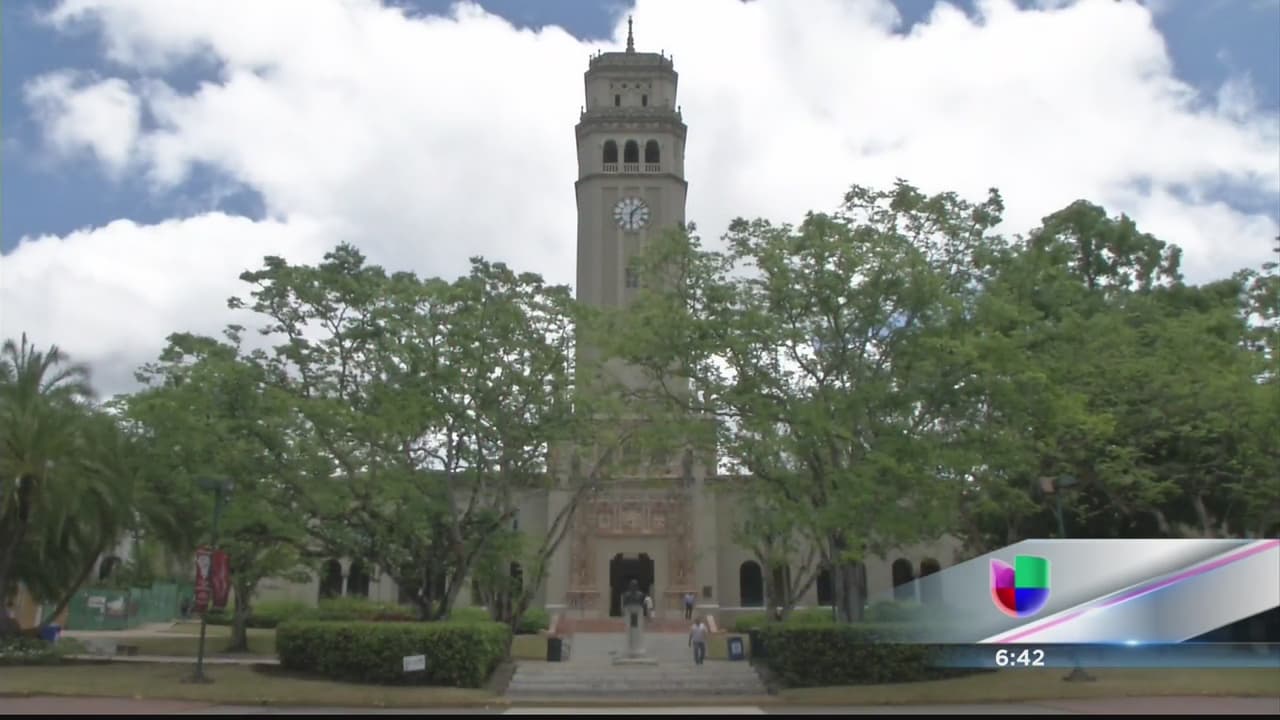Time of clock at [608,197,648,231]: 6:07
